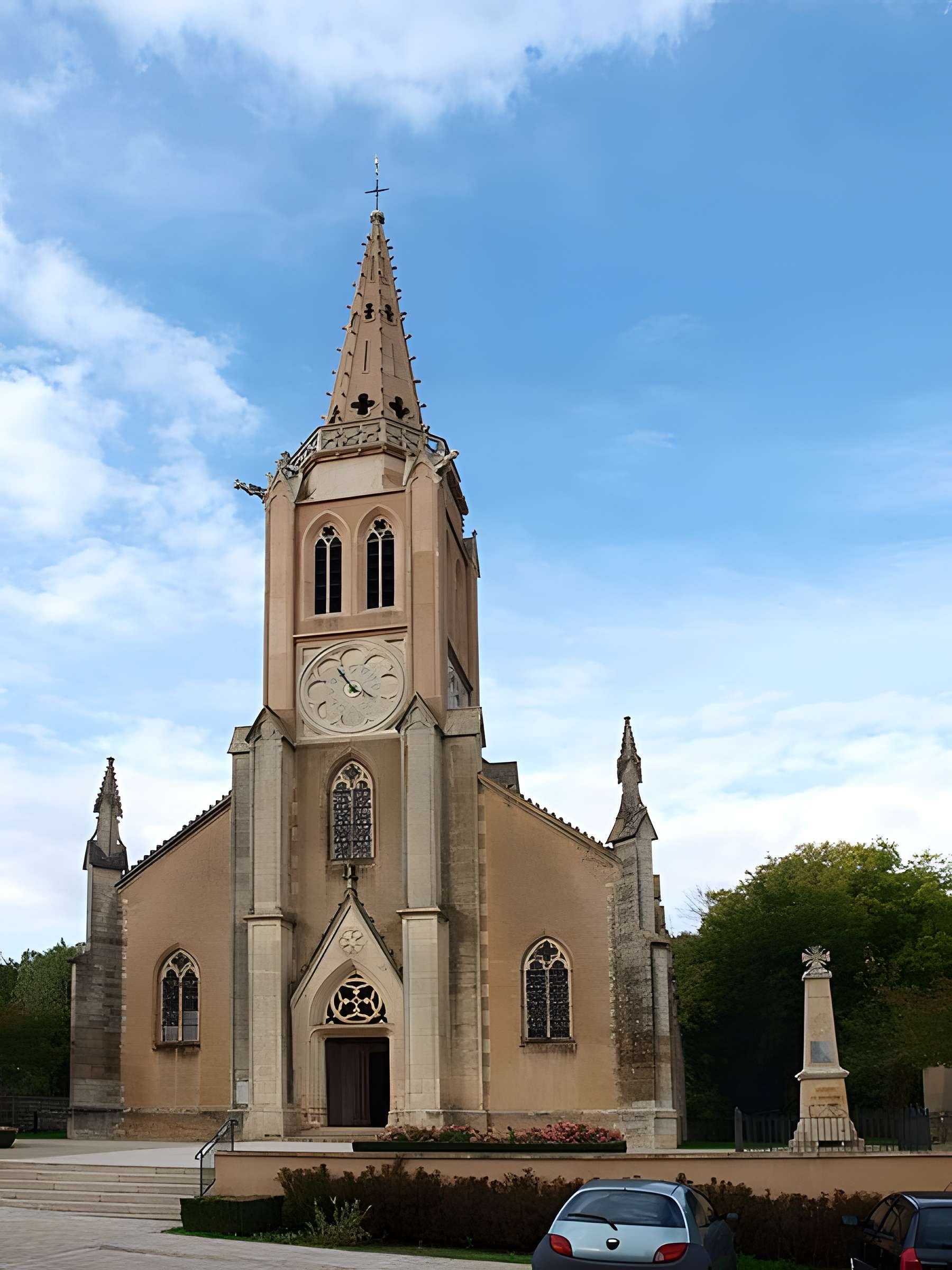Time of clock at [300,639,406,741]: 3:54
